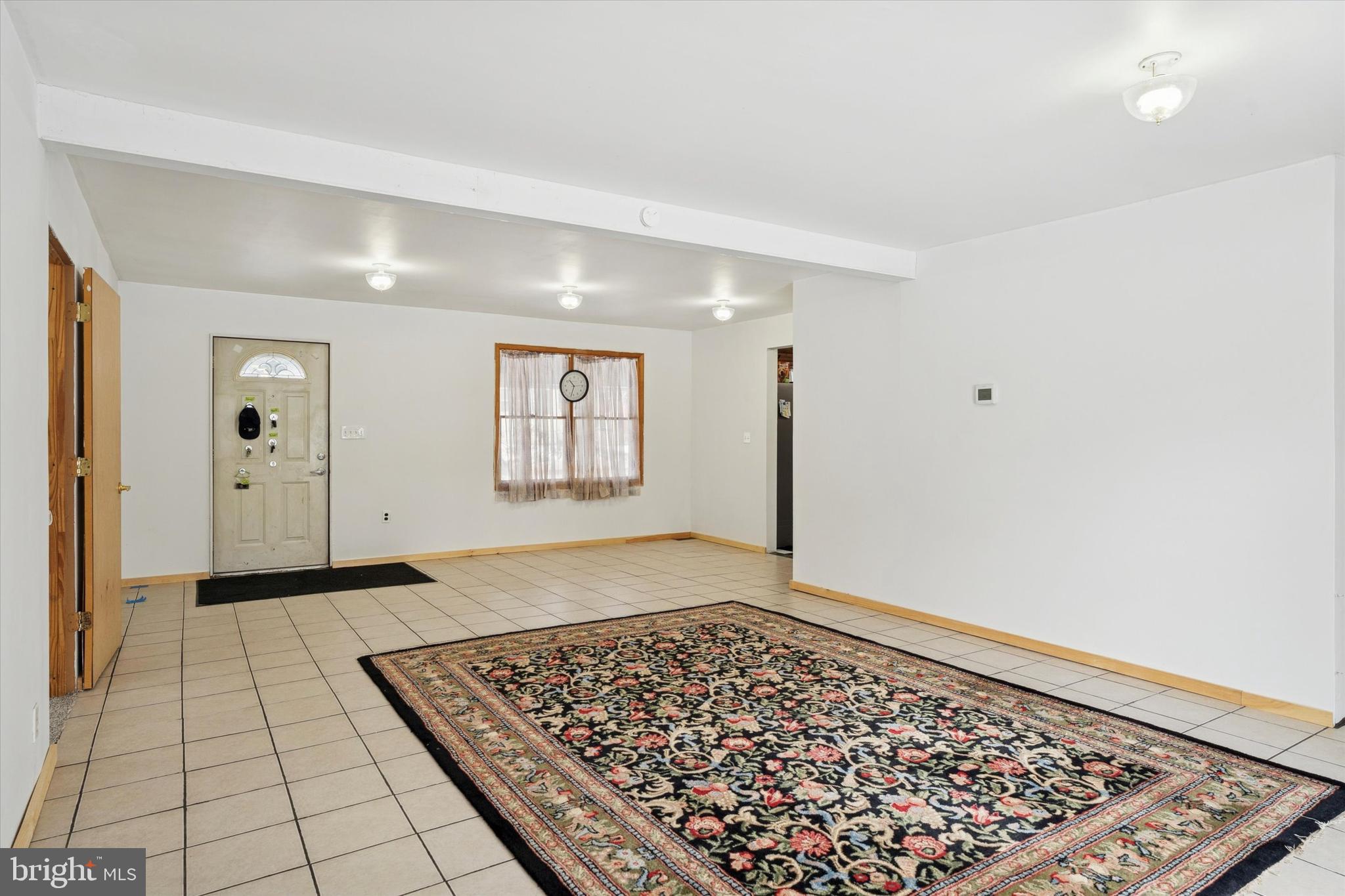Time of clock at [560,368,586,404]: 10:32
